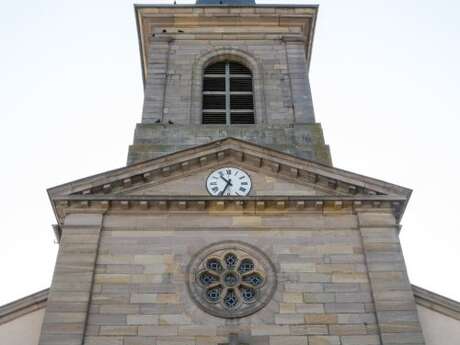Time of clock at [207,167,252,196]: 10:34
